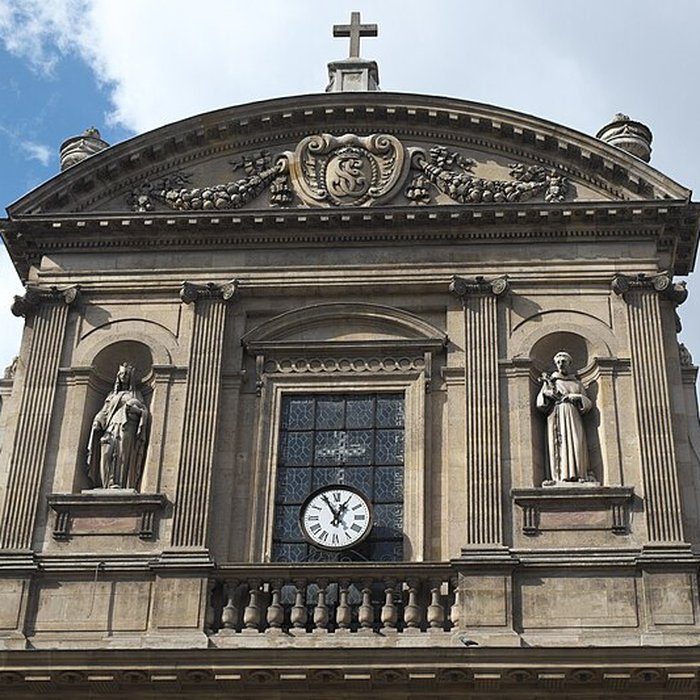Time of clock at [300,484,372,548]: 12:55
